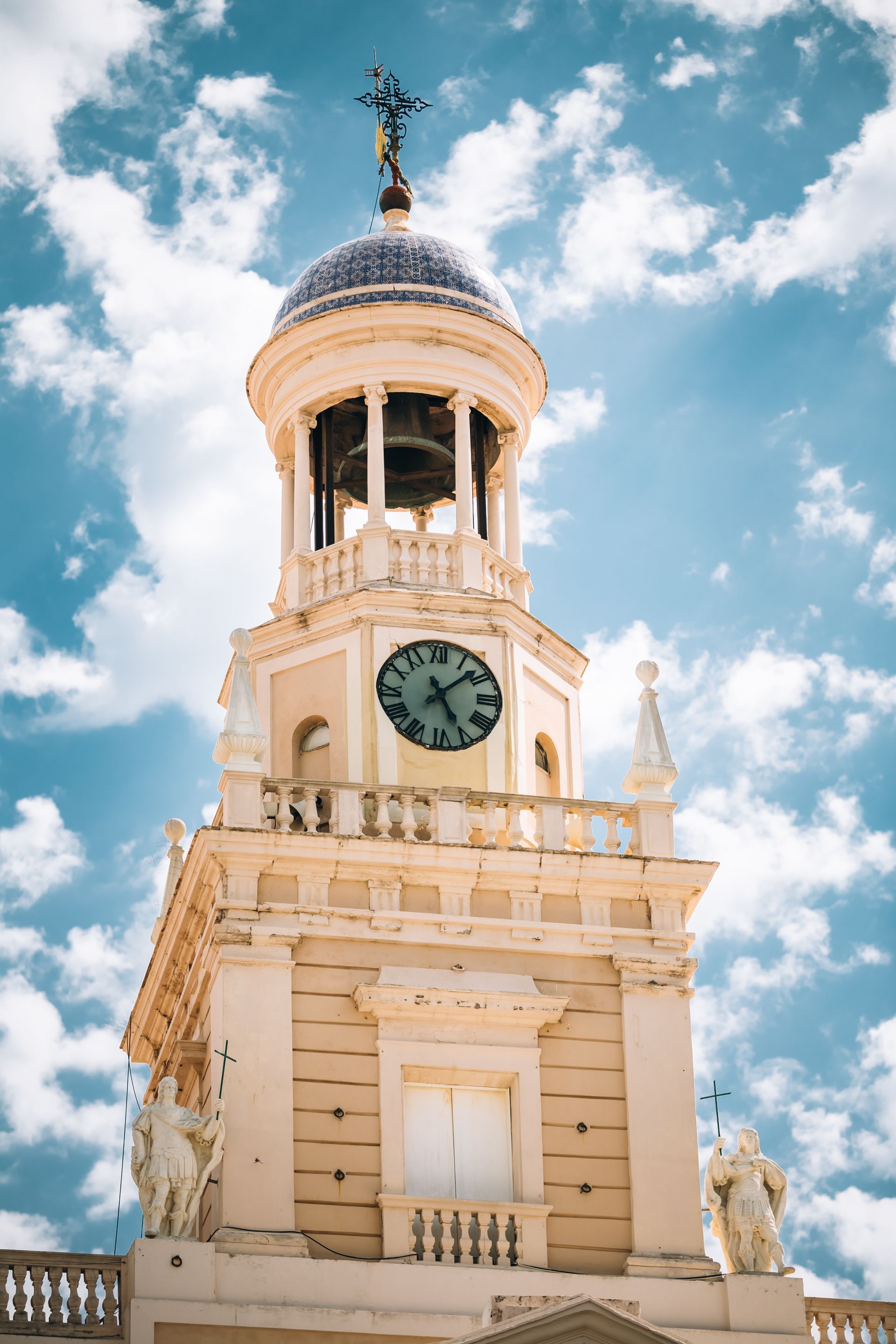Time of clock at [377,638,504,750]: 5:08
